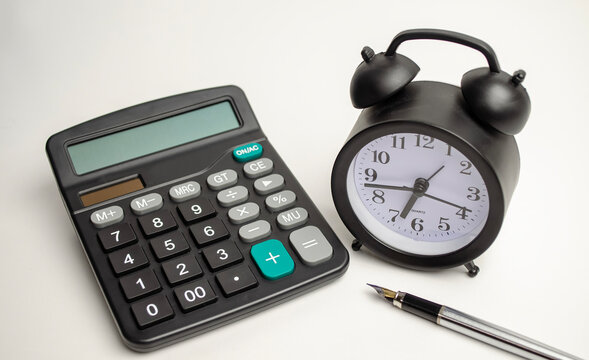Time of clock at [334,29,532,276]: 6:43
